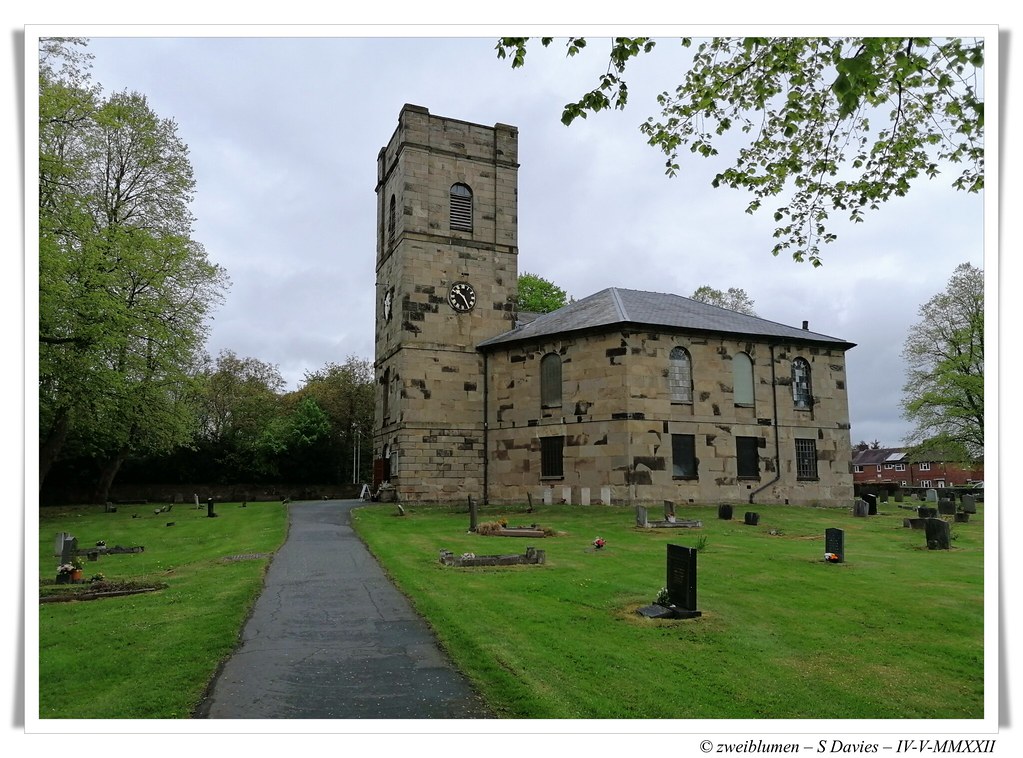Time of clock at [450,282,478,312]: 10:25
